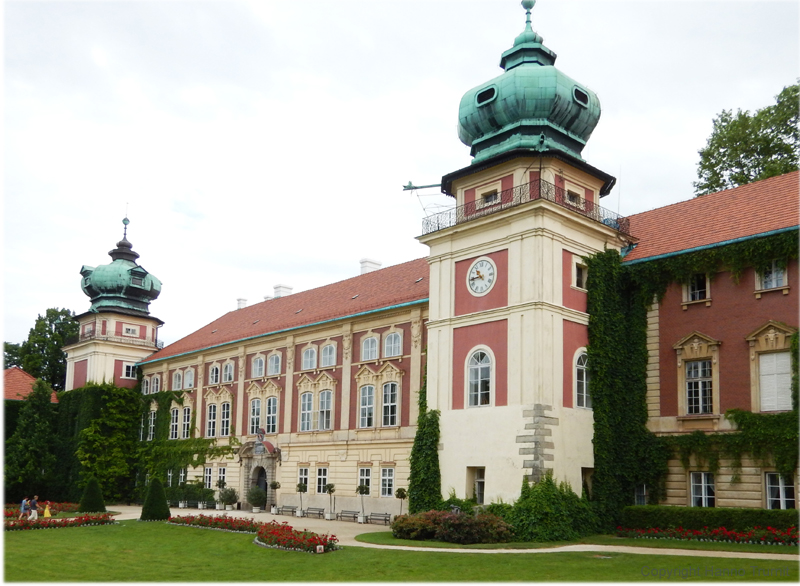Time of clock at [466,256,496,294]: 10:43
